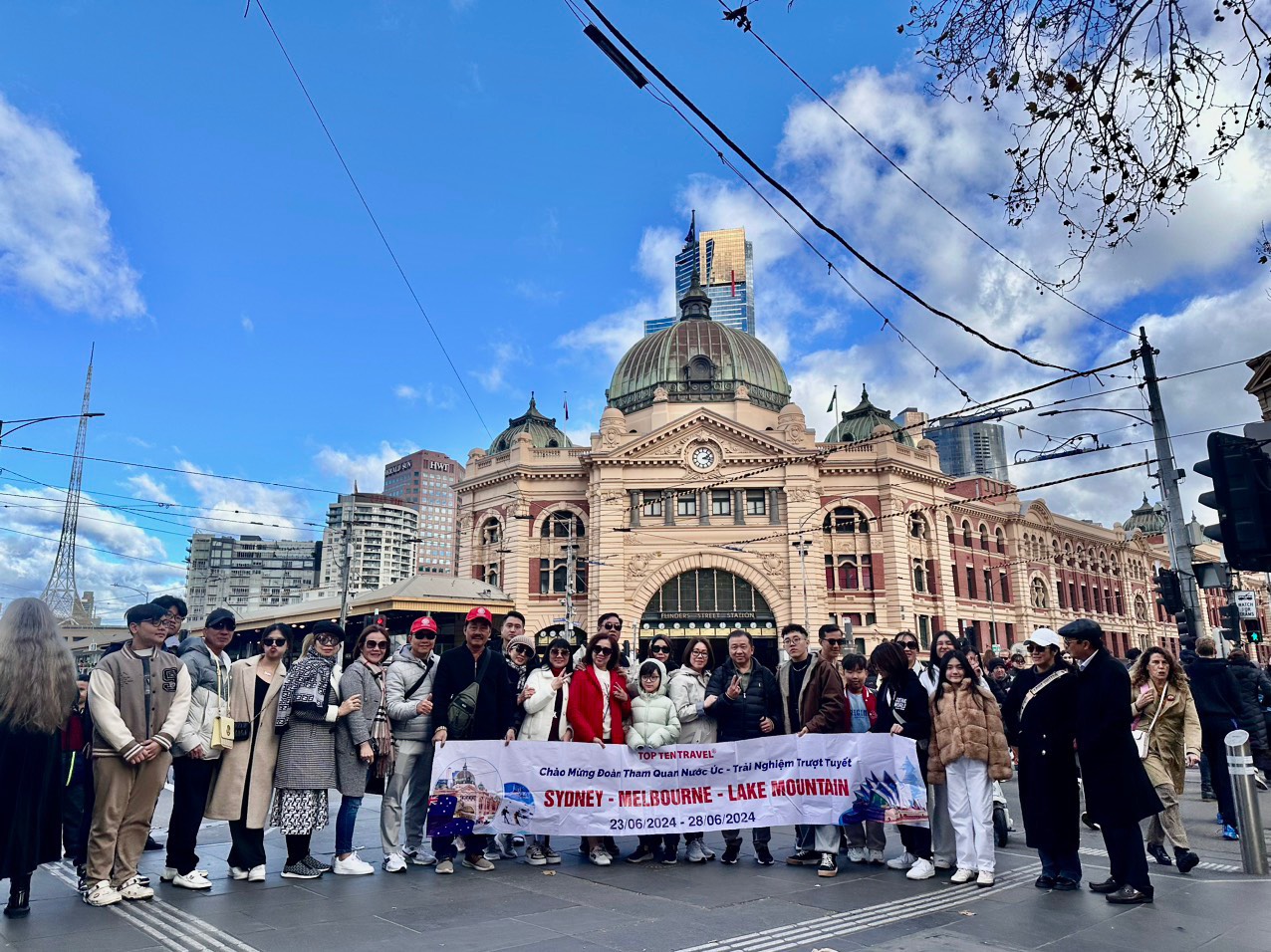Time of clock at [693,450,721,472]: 2:17
